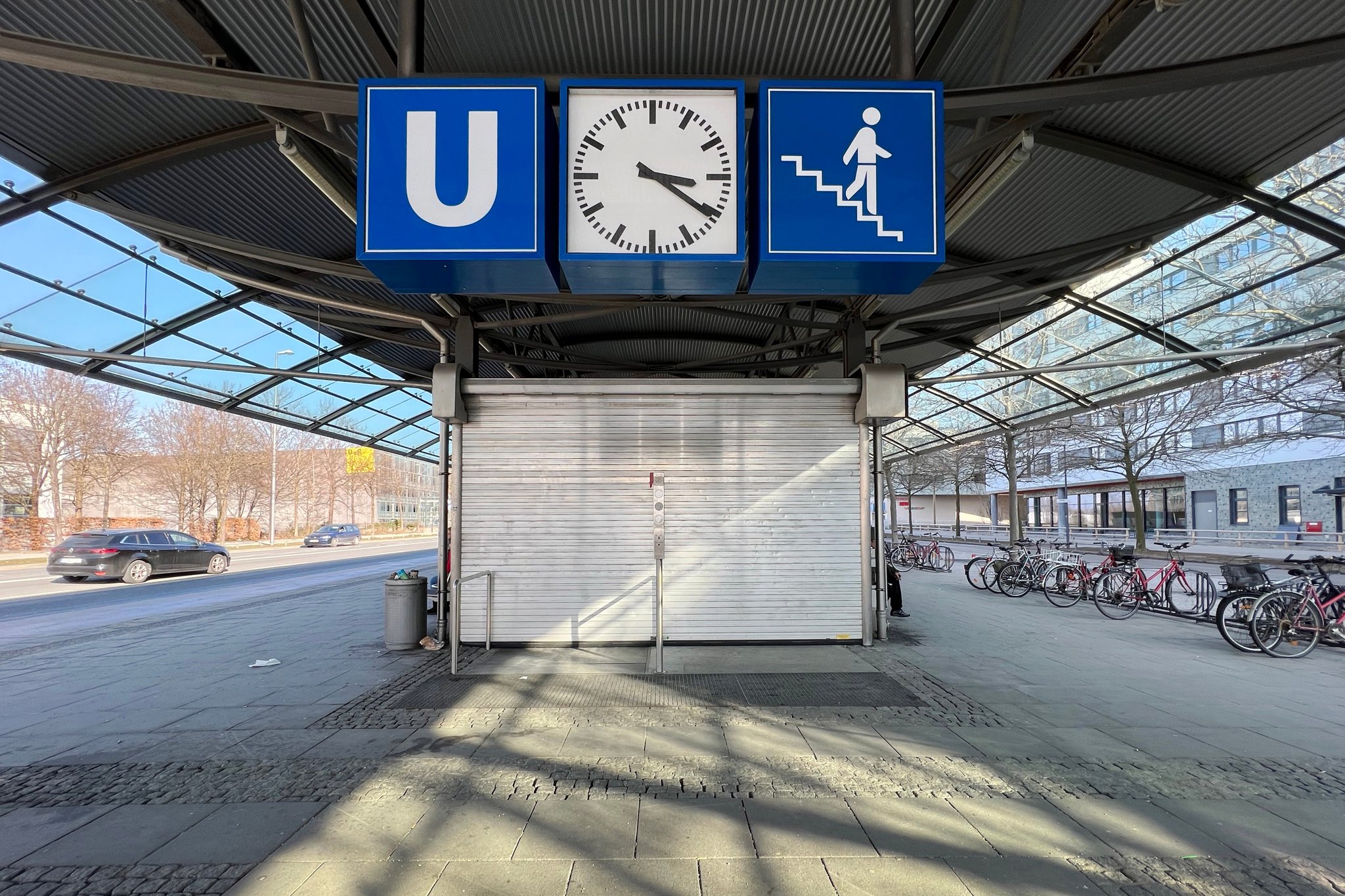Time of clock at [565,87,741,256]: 3:20
